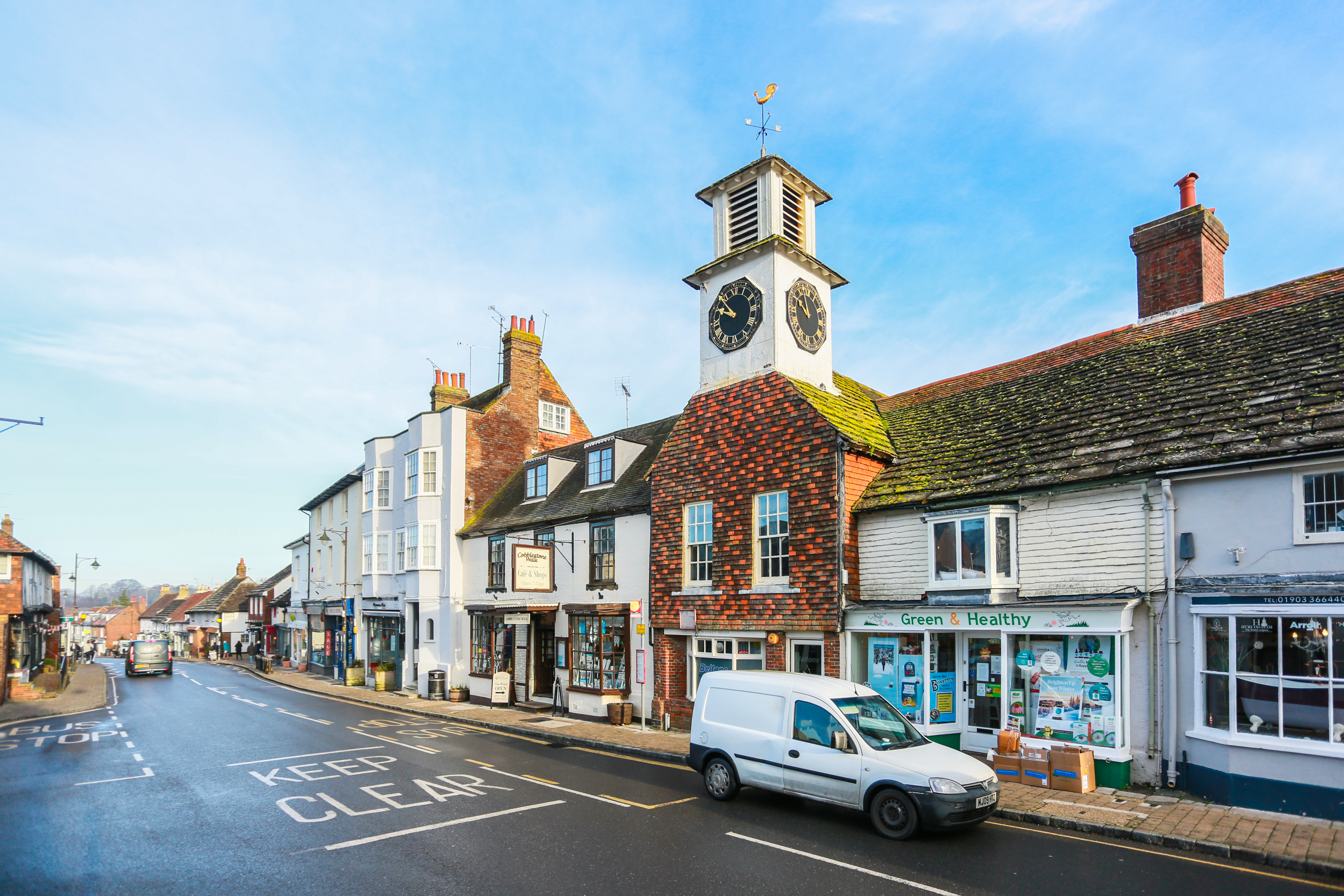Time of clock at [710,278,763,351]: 9:53
